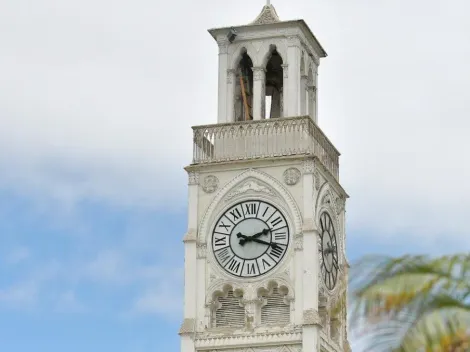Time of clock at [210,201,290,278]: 2:18
